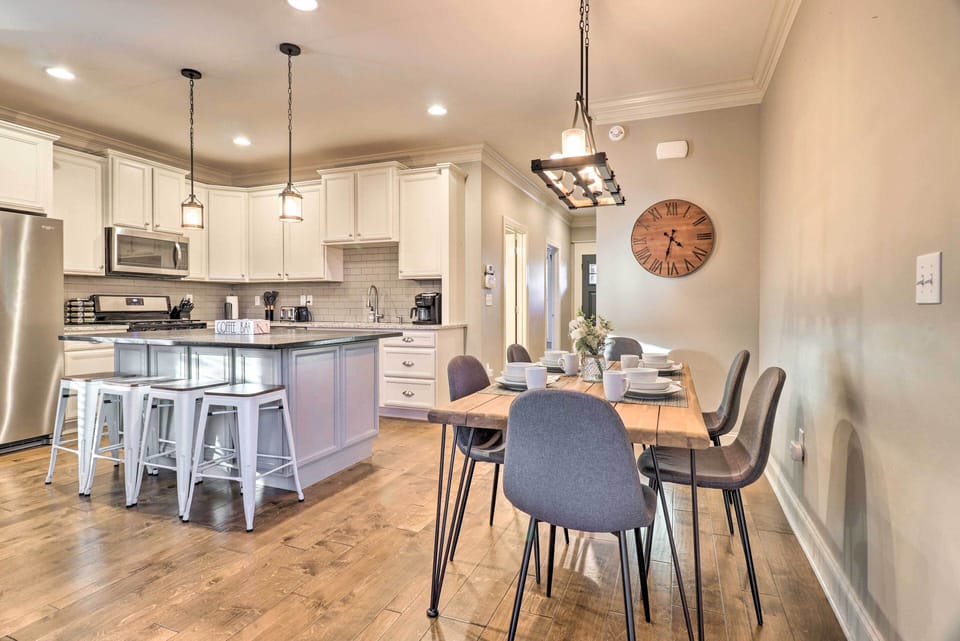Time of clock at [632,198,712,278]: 4:32
